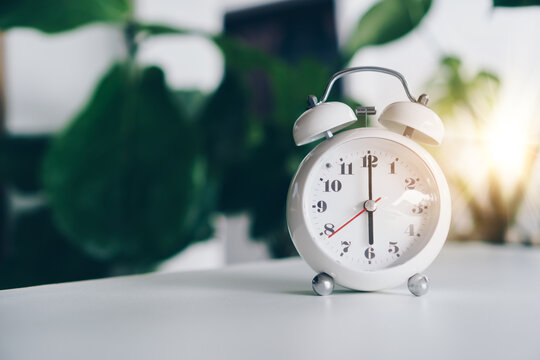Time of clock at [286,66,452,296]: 6:00
